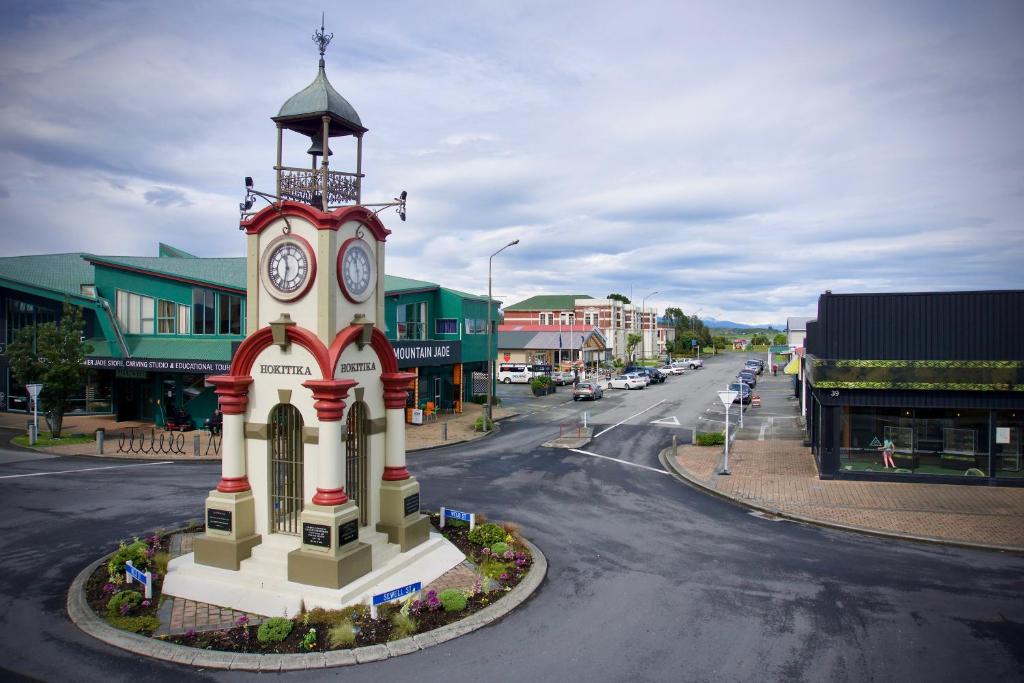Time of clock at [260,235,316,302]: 11:32
